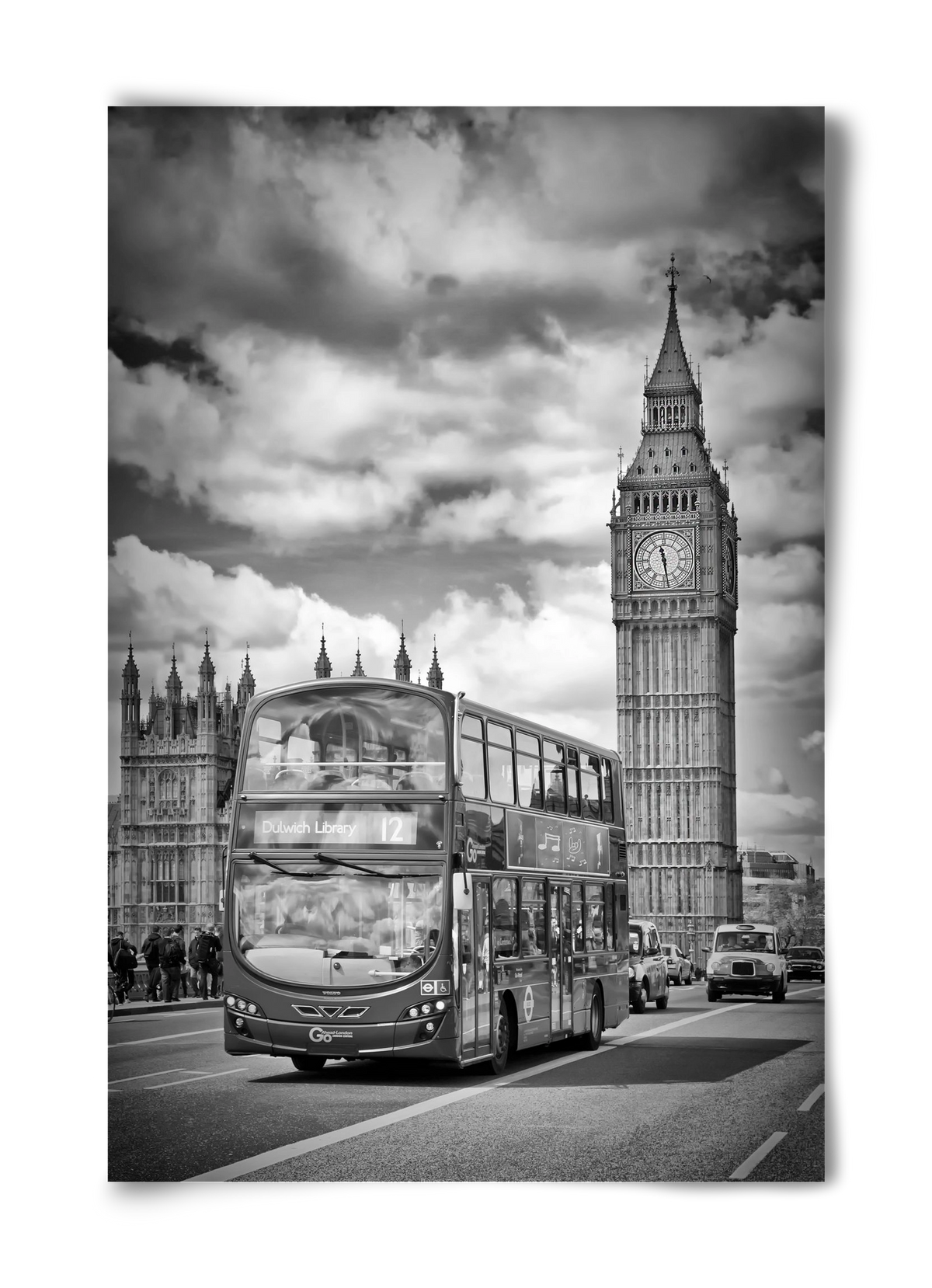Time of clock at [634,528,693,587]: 11:28
